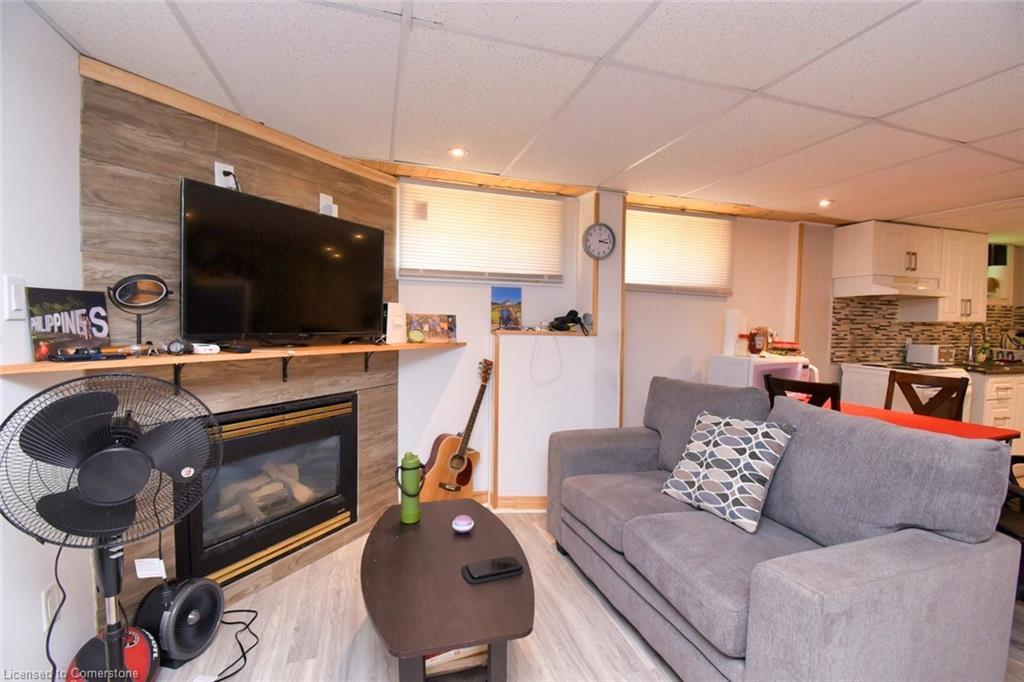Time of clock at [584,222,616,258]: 3:12
